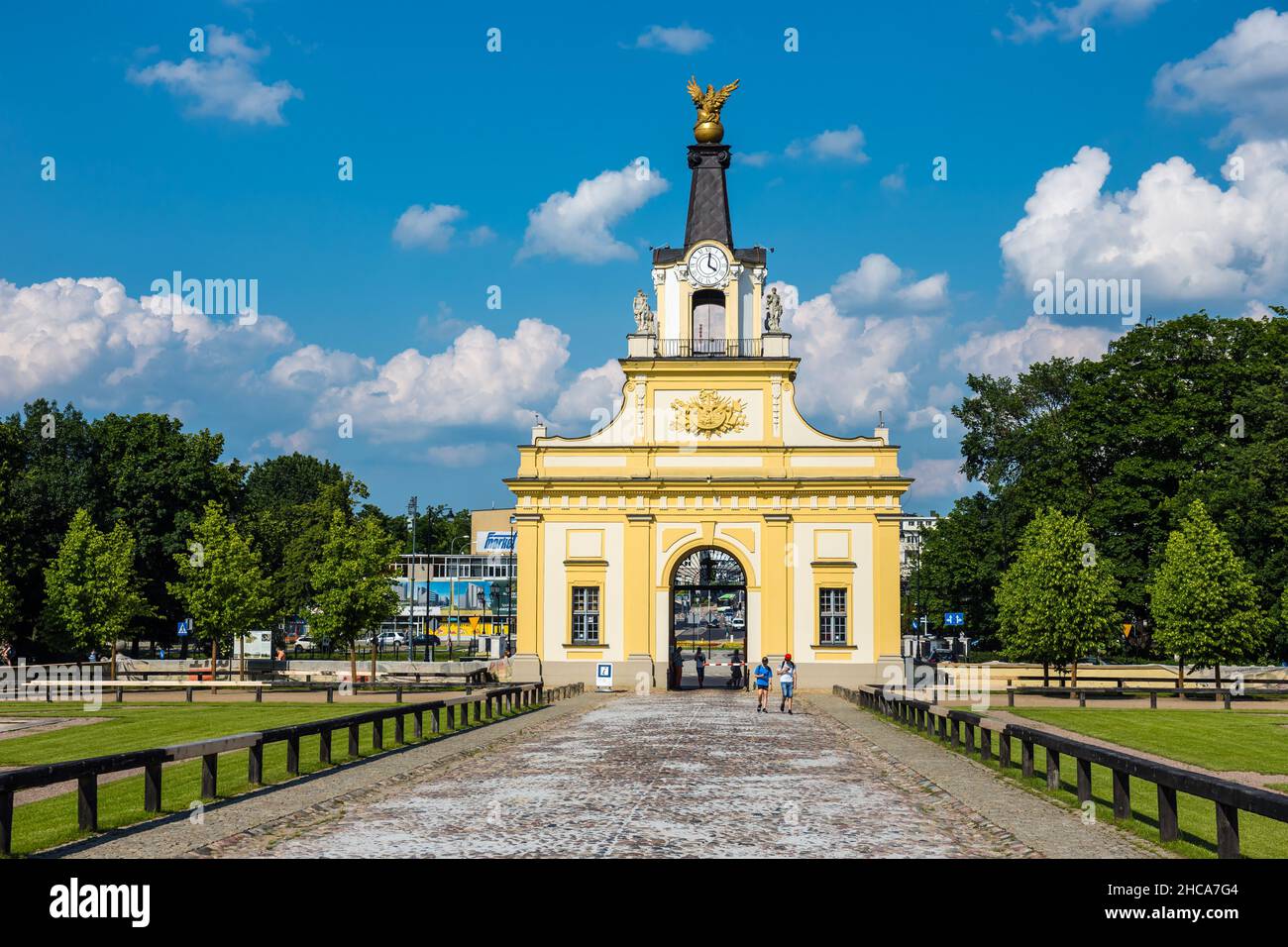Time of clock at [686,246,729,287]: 4:01
